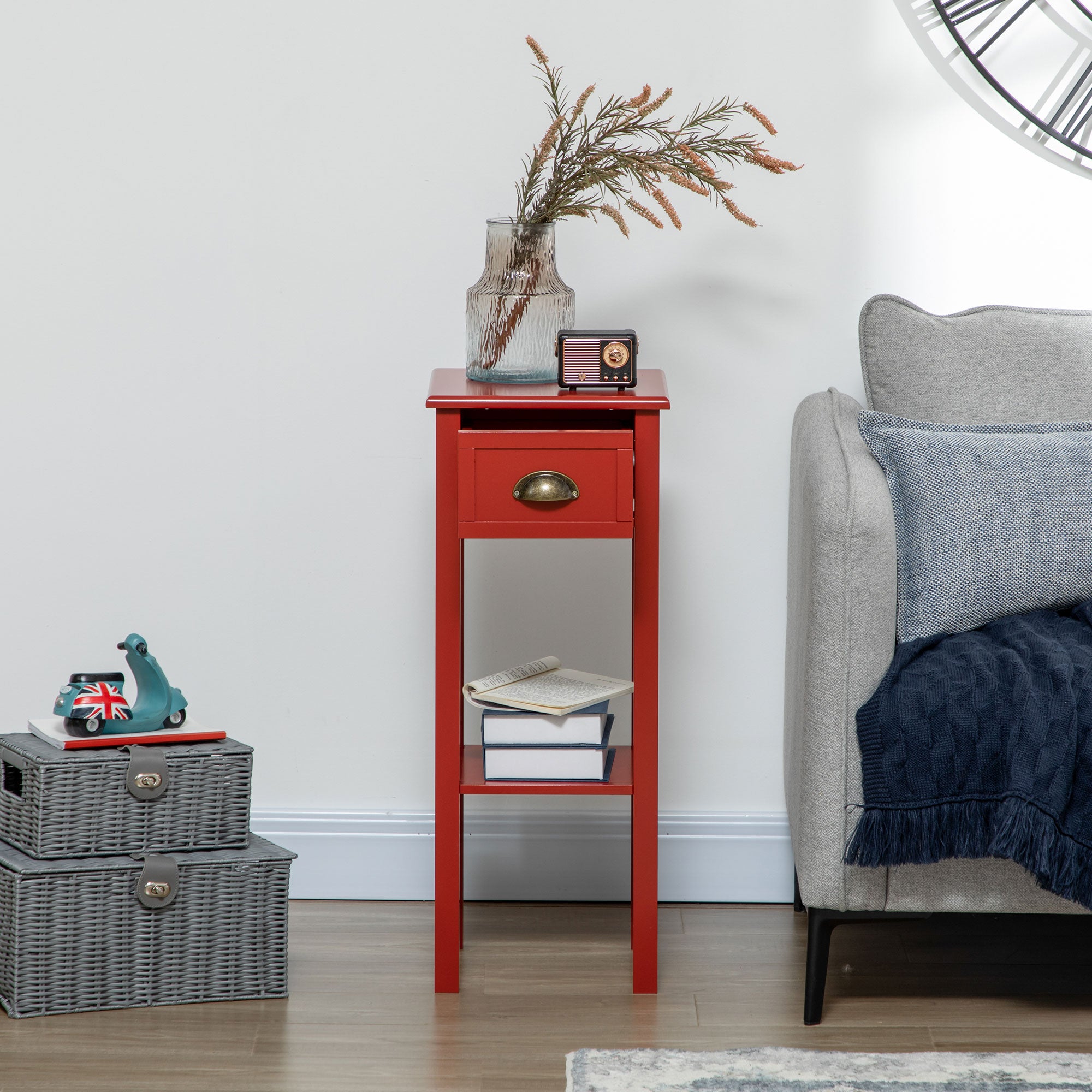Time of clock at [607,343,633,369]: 8:23
